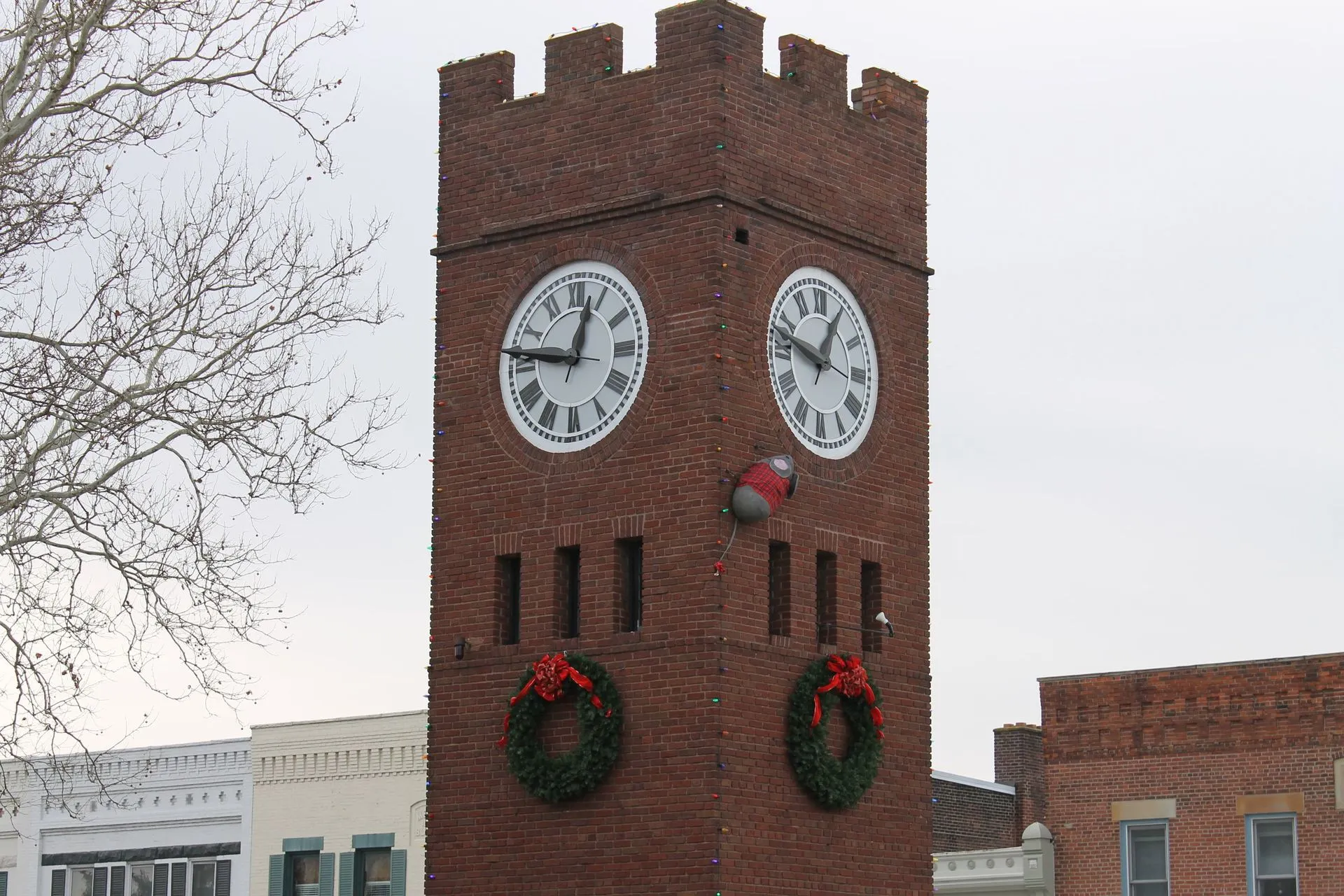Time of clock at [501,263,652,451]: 12:46
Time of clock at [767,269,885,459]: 12:47
